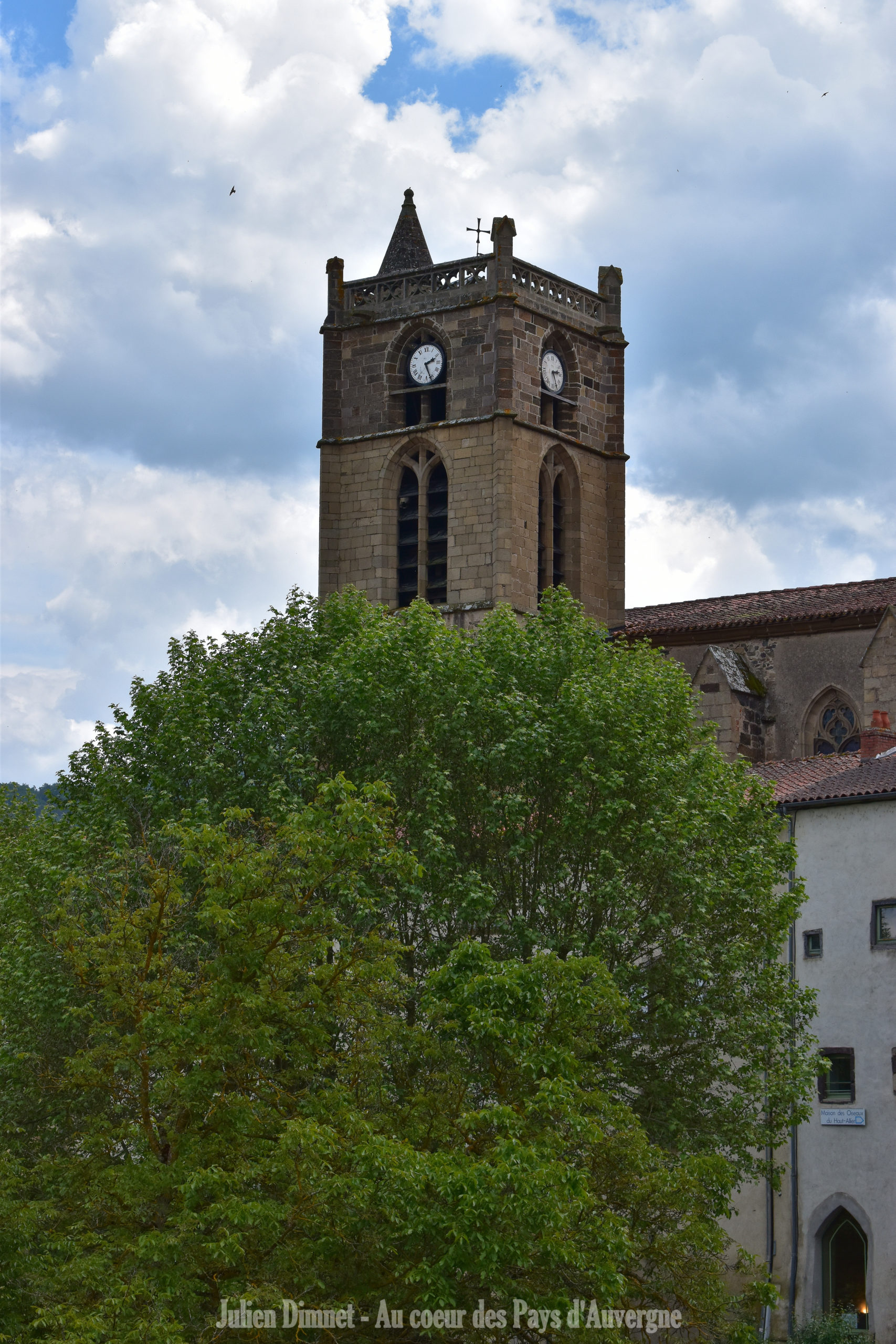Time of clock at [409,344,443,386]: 2:26
